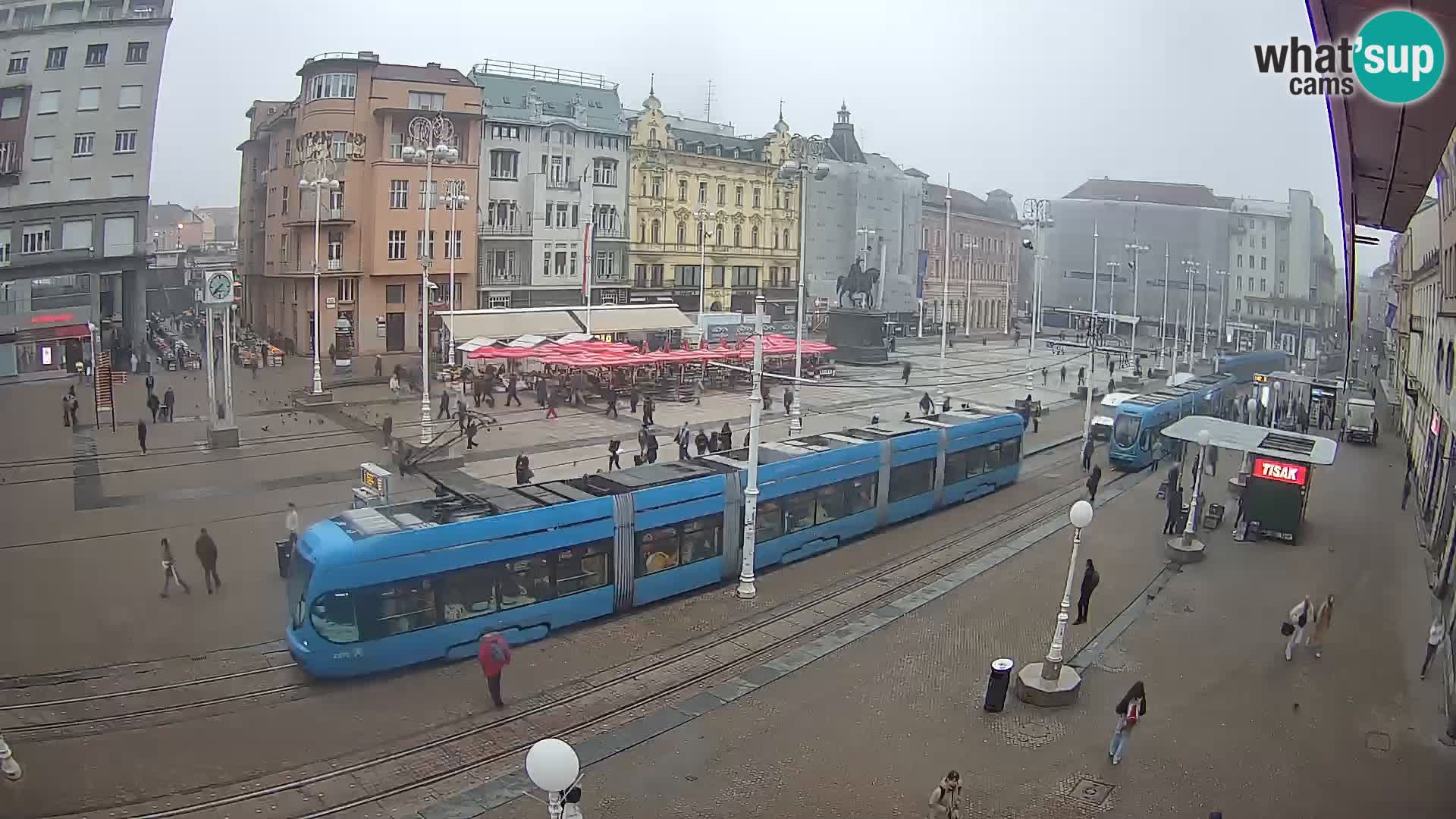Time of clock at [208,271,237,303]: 7:37
